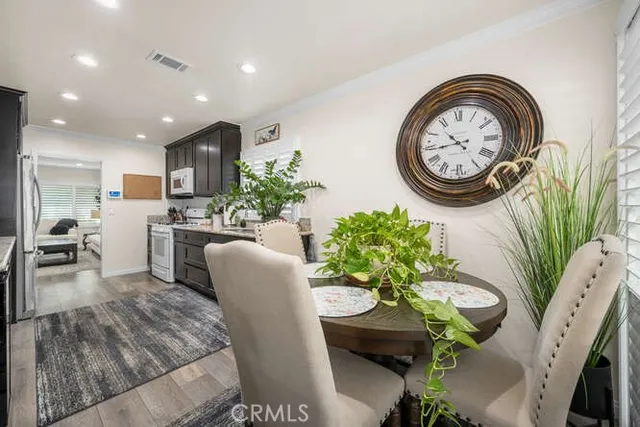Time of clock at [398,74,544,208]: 10:43
